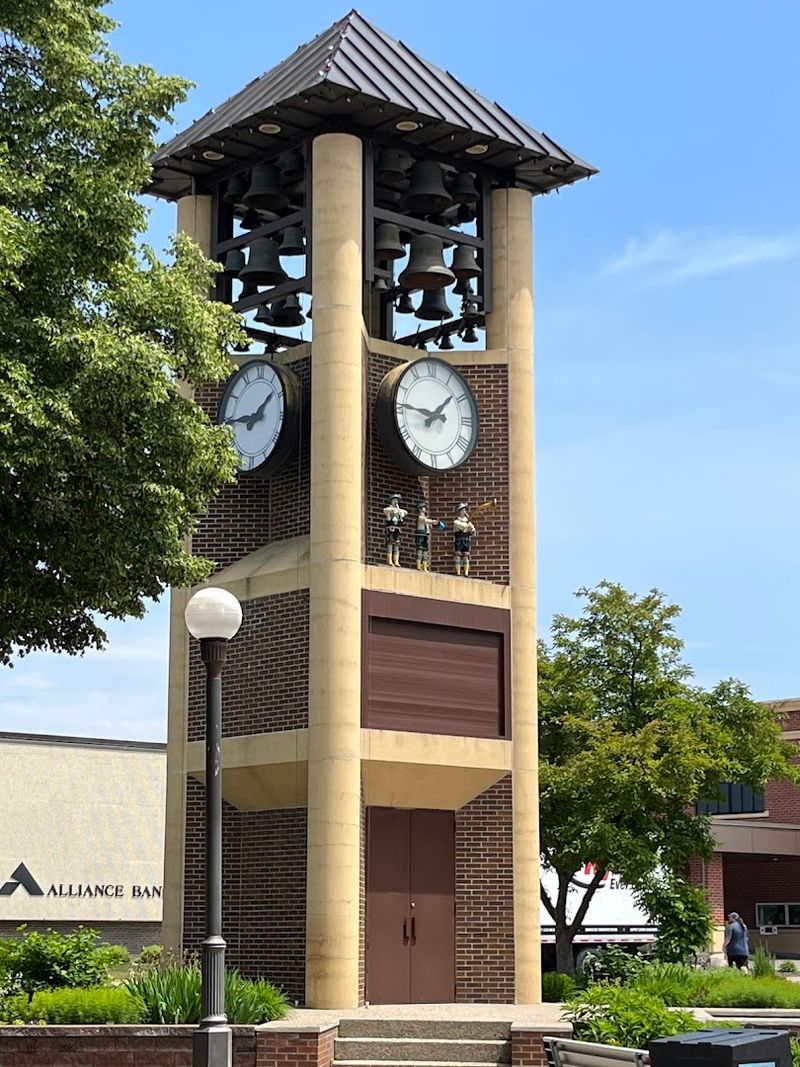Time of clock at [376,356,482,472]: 1:46
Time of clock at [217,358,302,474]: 1:43
